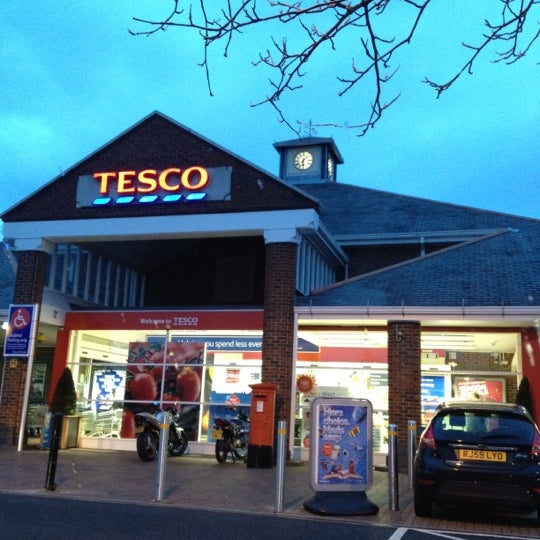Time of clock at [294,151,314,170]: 6:07
